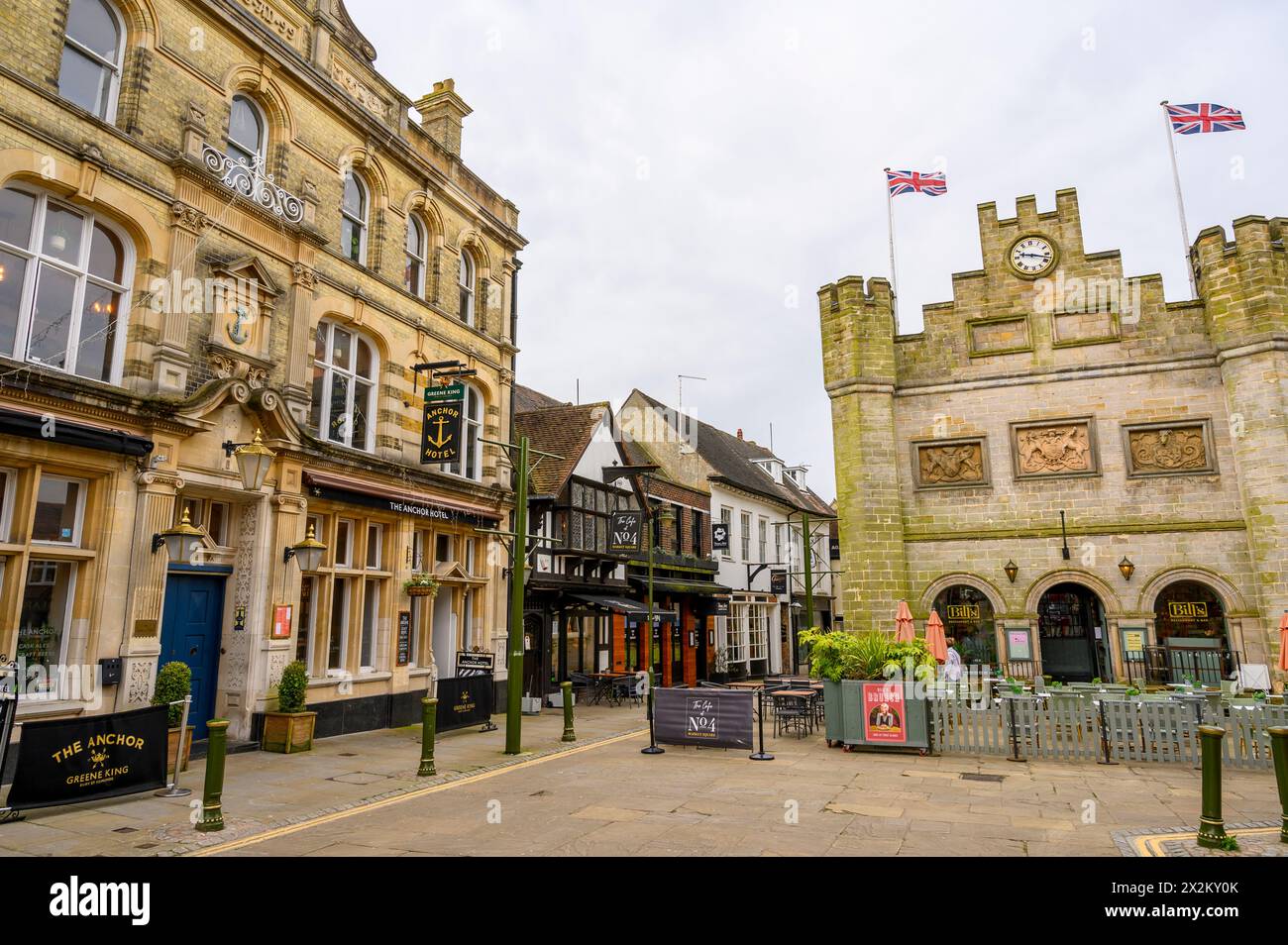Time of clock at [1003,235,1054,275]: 9:17
